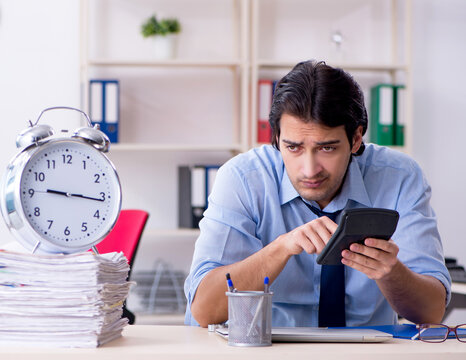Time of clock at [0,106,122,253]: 9:16
